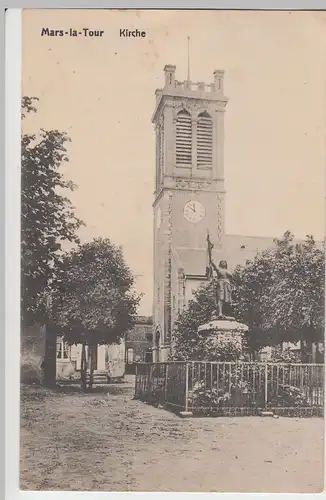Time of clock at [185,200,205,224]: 11:50
